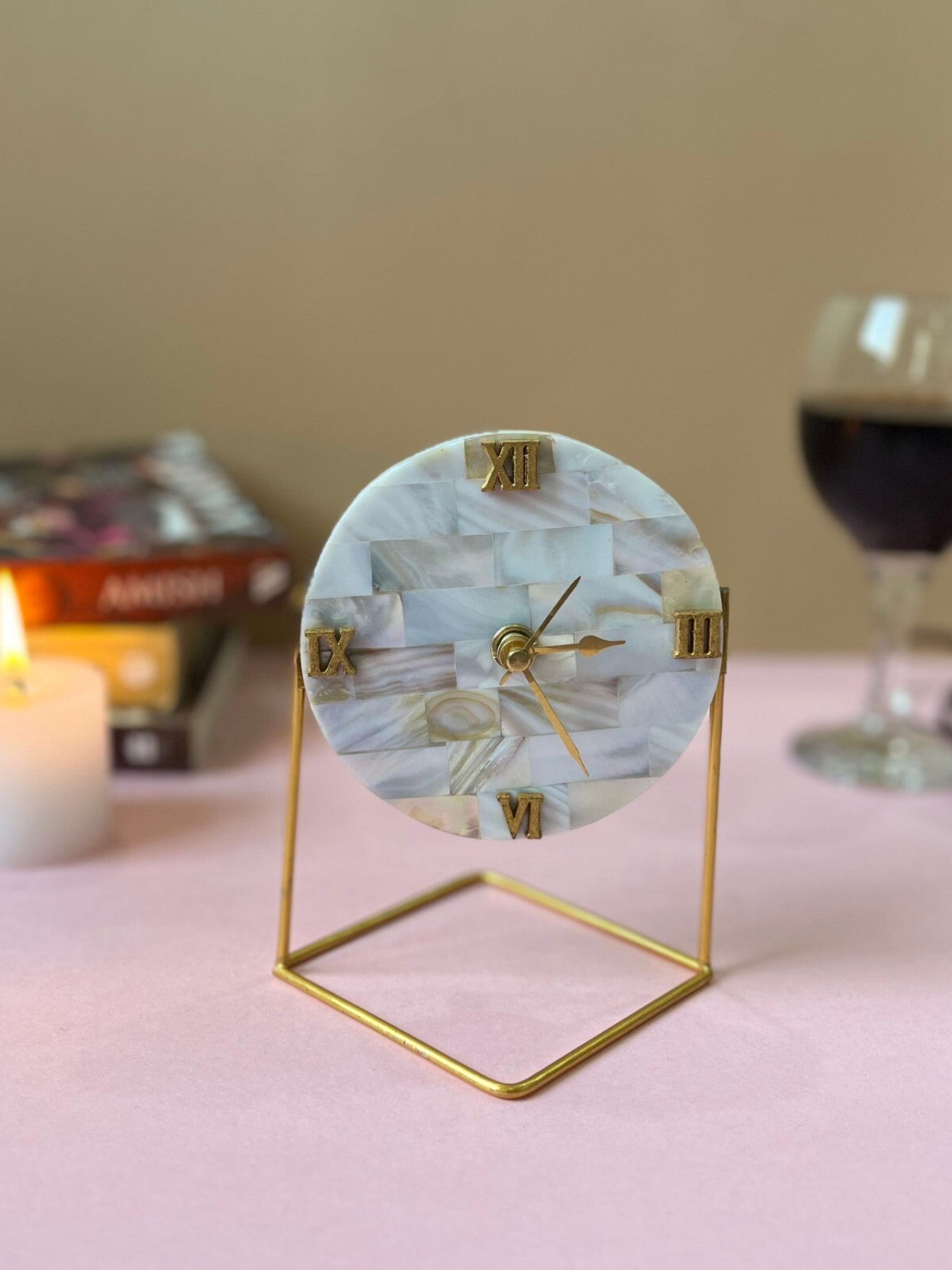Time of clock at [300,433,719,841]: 1:13
